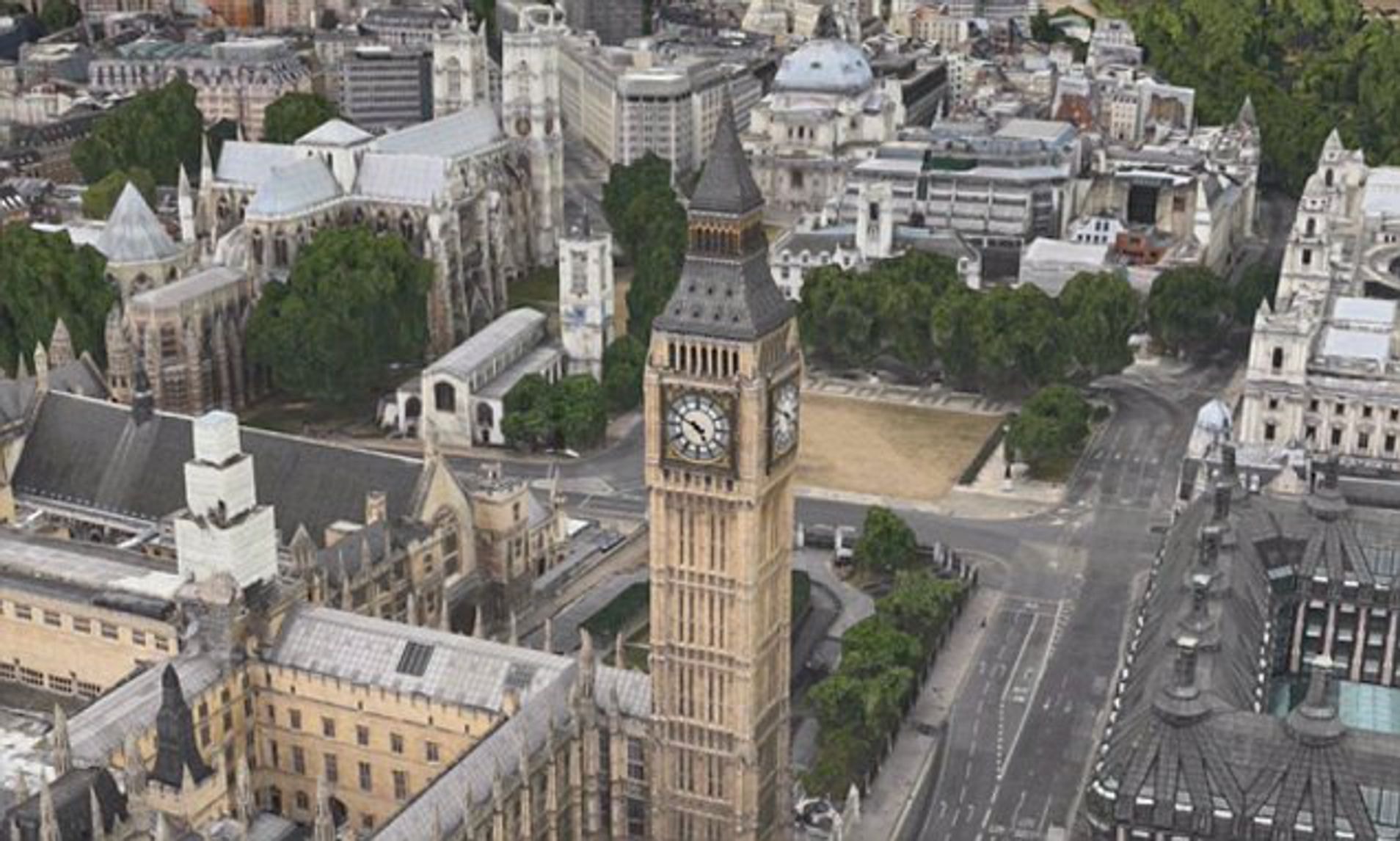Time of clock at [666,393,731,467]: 4:49
